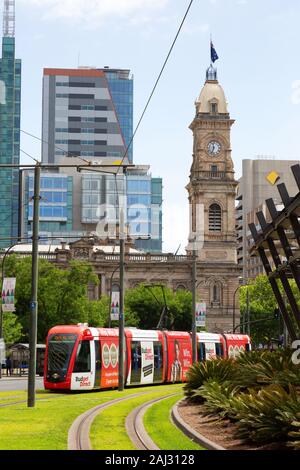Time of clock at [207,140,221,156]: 11:33
